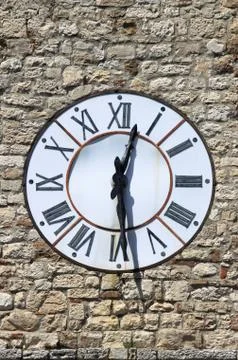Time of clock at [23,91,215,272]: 12:28
